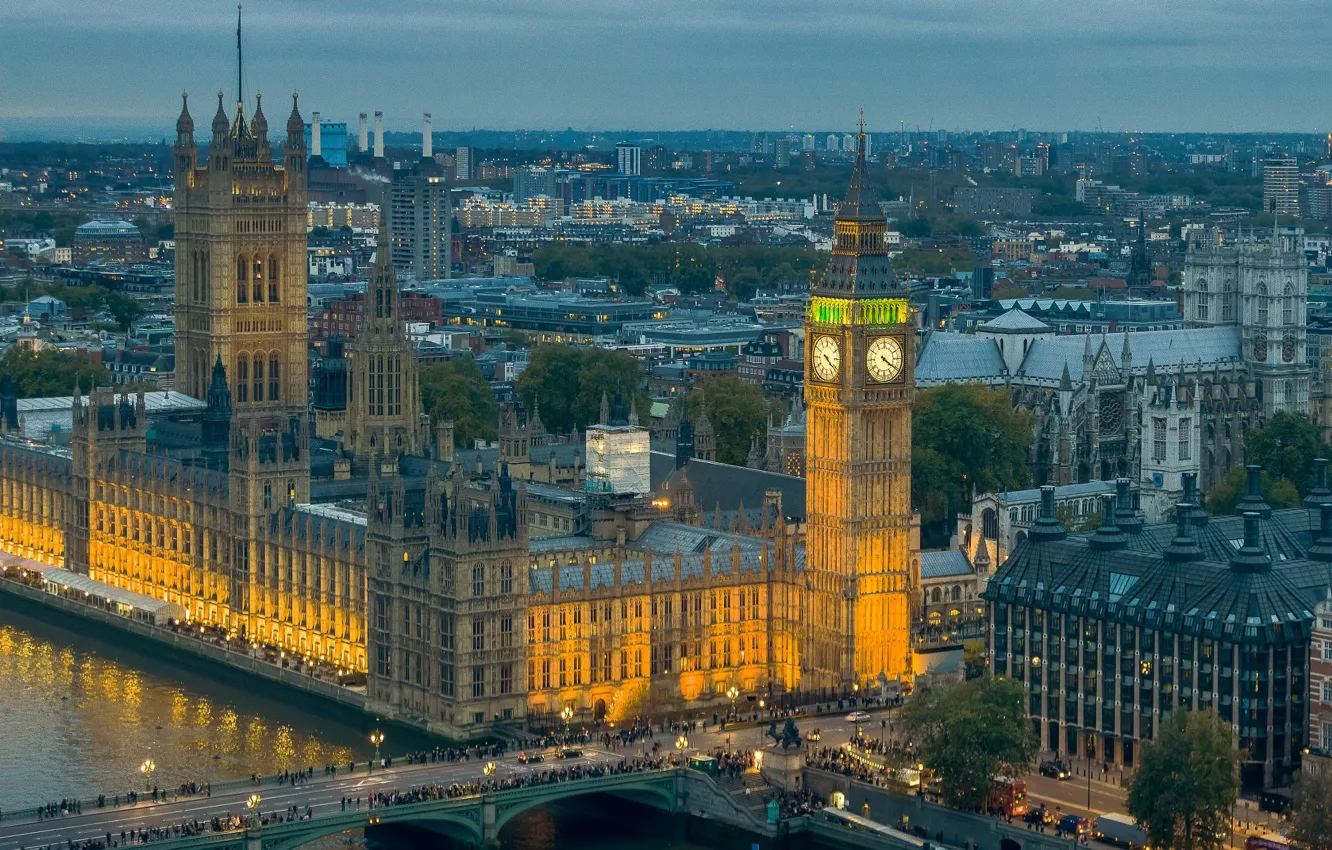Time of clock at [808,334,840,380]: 4:21
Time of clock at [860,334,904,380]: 4:20
